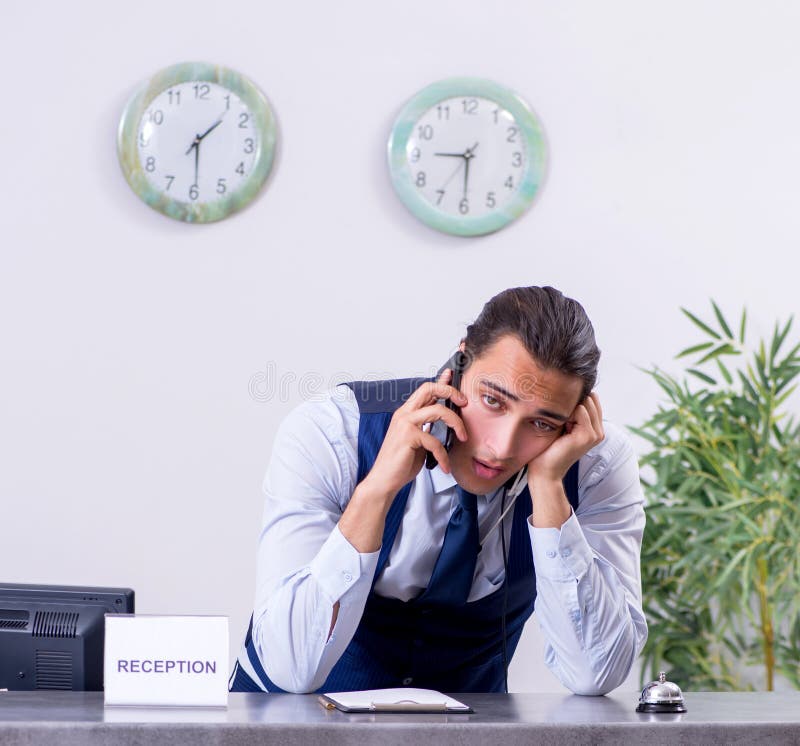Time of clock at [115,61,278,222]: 1:29
